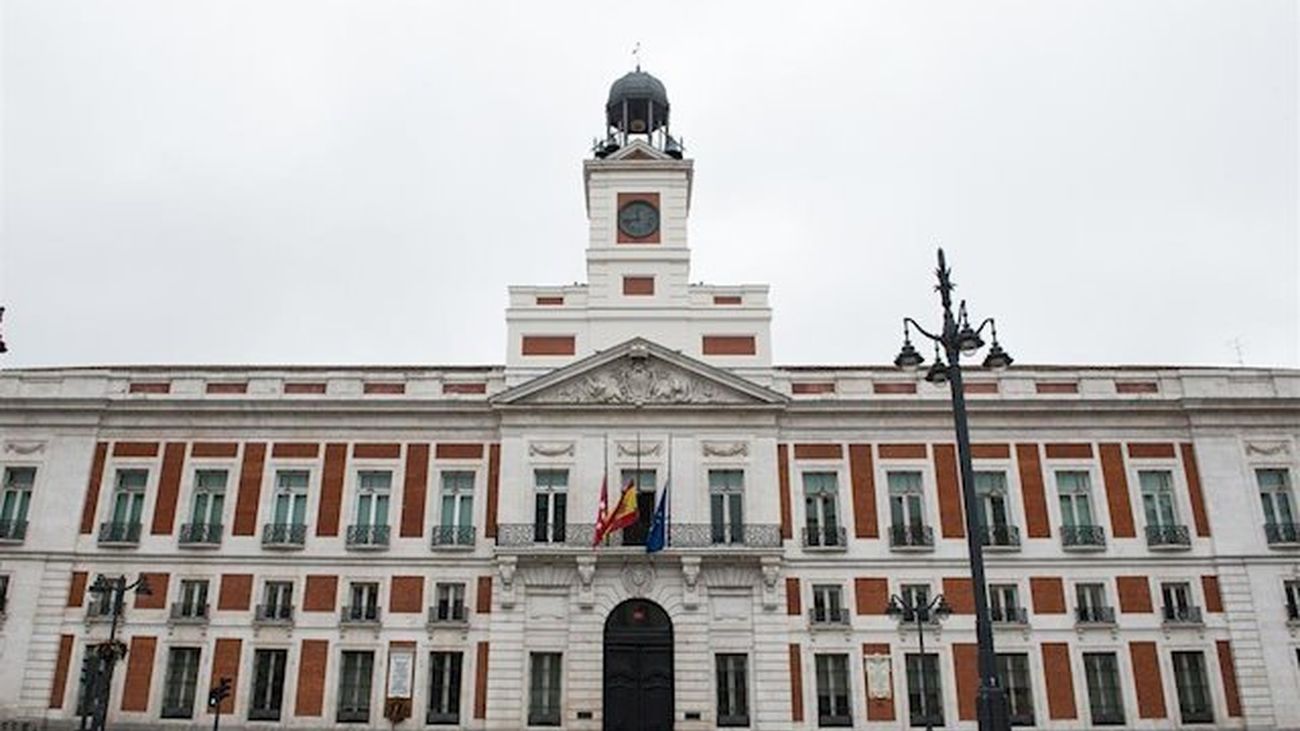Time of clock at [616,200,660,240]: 11:42
